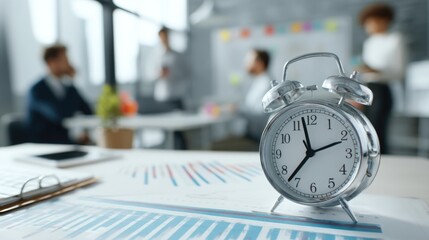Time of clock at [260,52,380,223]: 11:36
